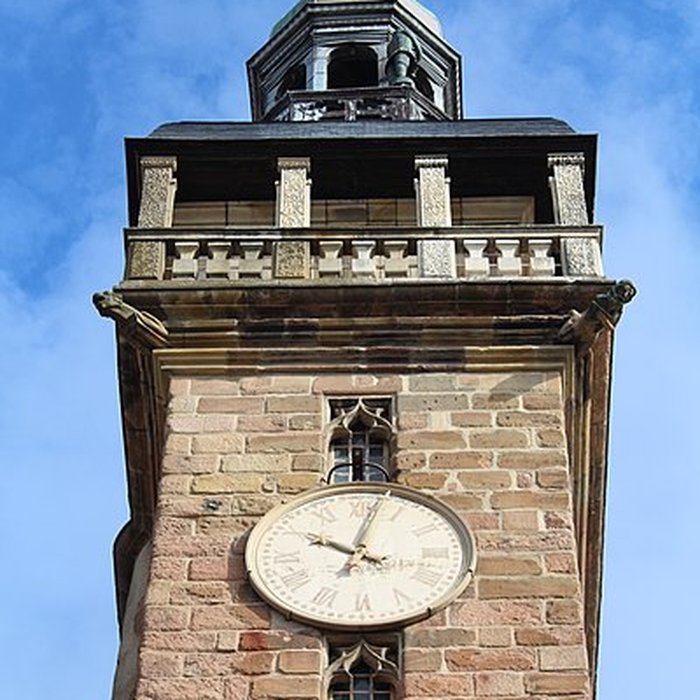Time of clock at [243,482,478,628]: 10:02
